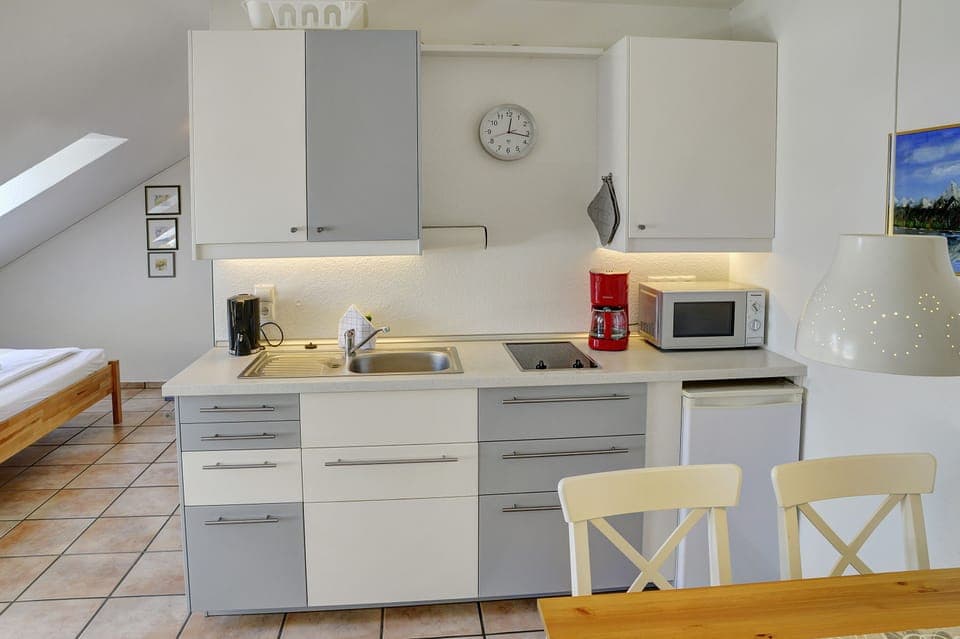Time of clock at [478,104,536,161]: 12:16
